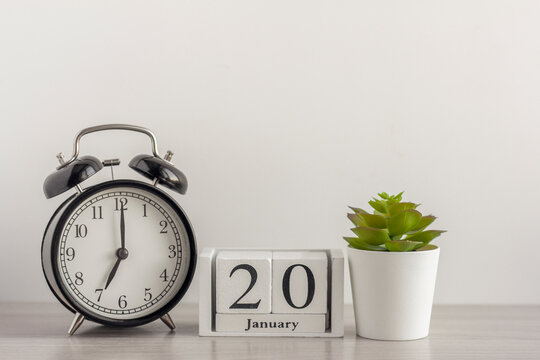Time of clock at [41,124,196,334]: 7:00
